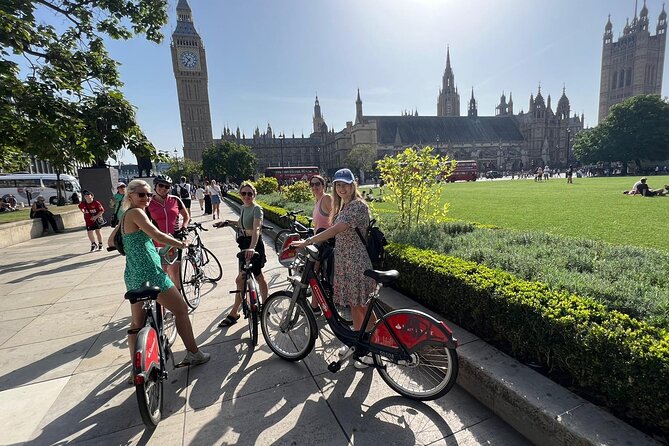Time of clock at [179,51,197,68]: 10:36
